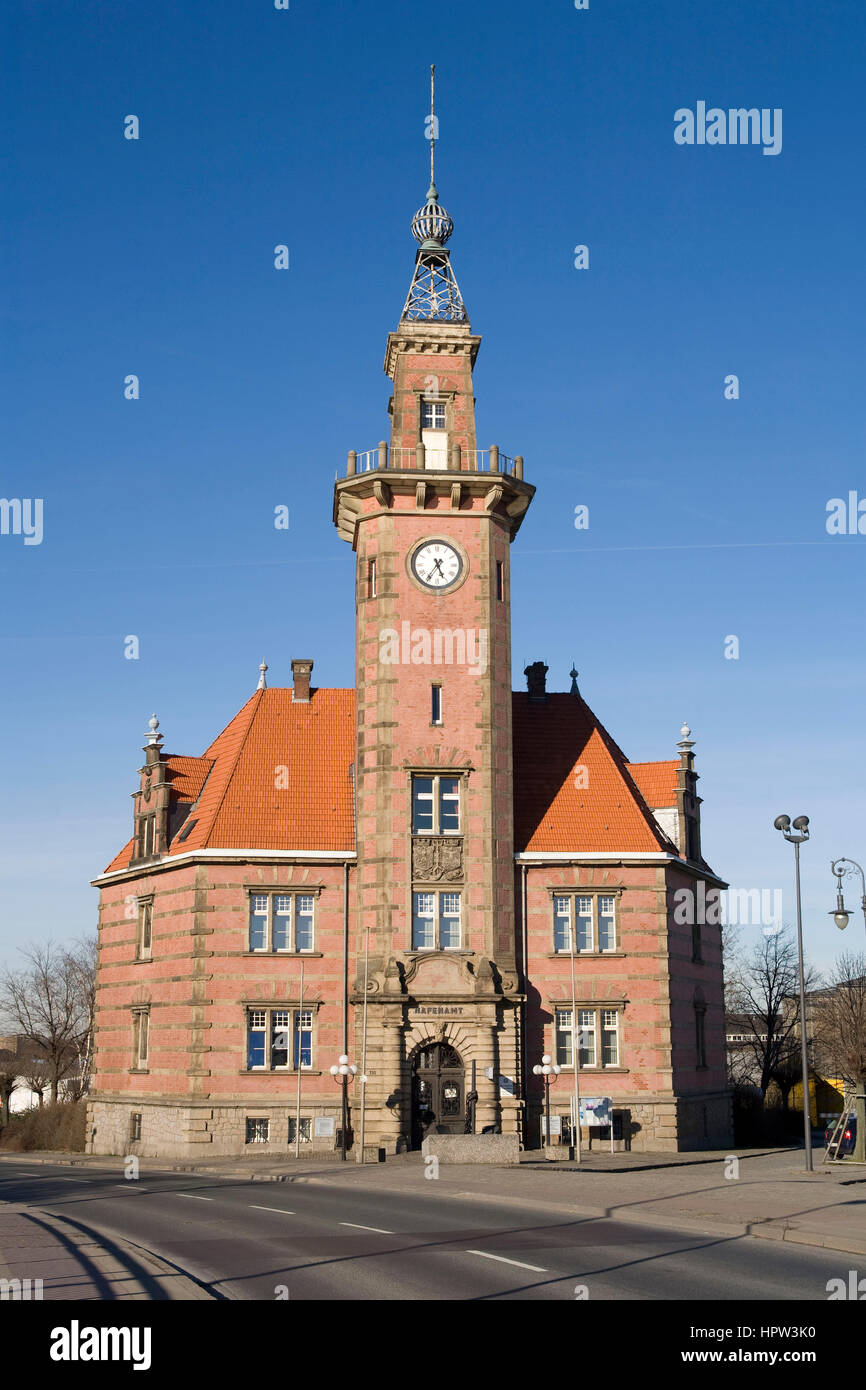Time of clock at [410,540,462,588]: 5:35
